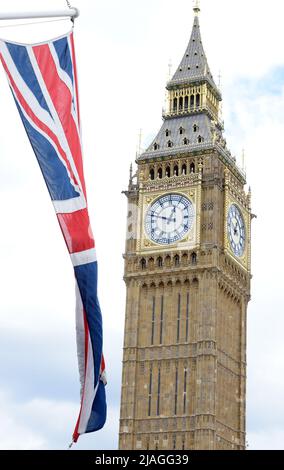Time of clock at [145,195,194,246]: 12:48
